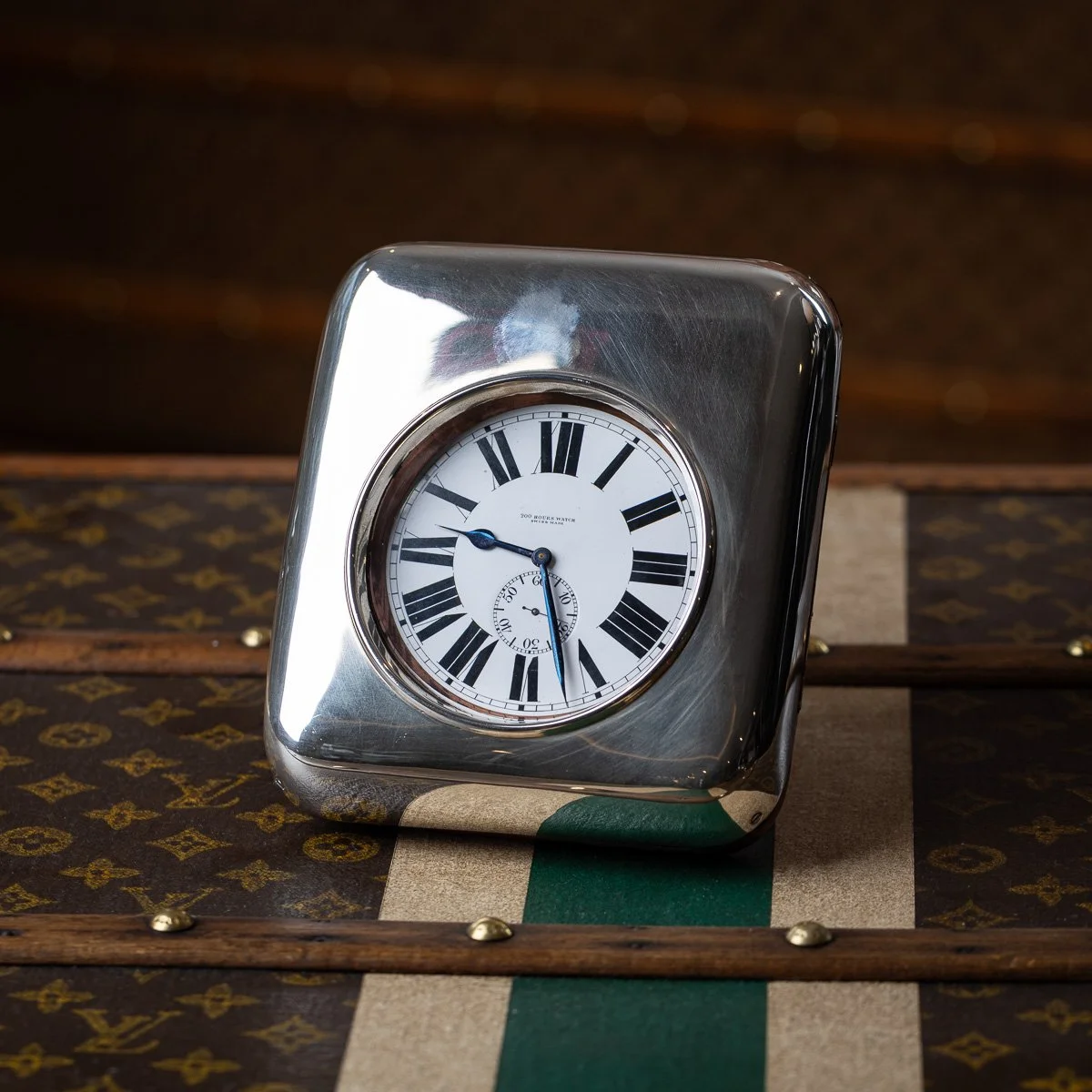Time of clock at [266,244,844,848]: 9:27
